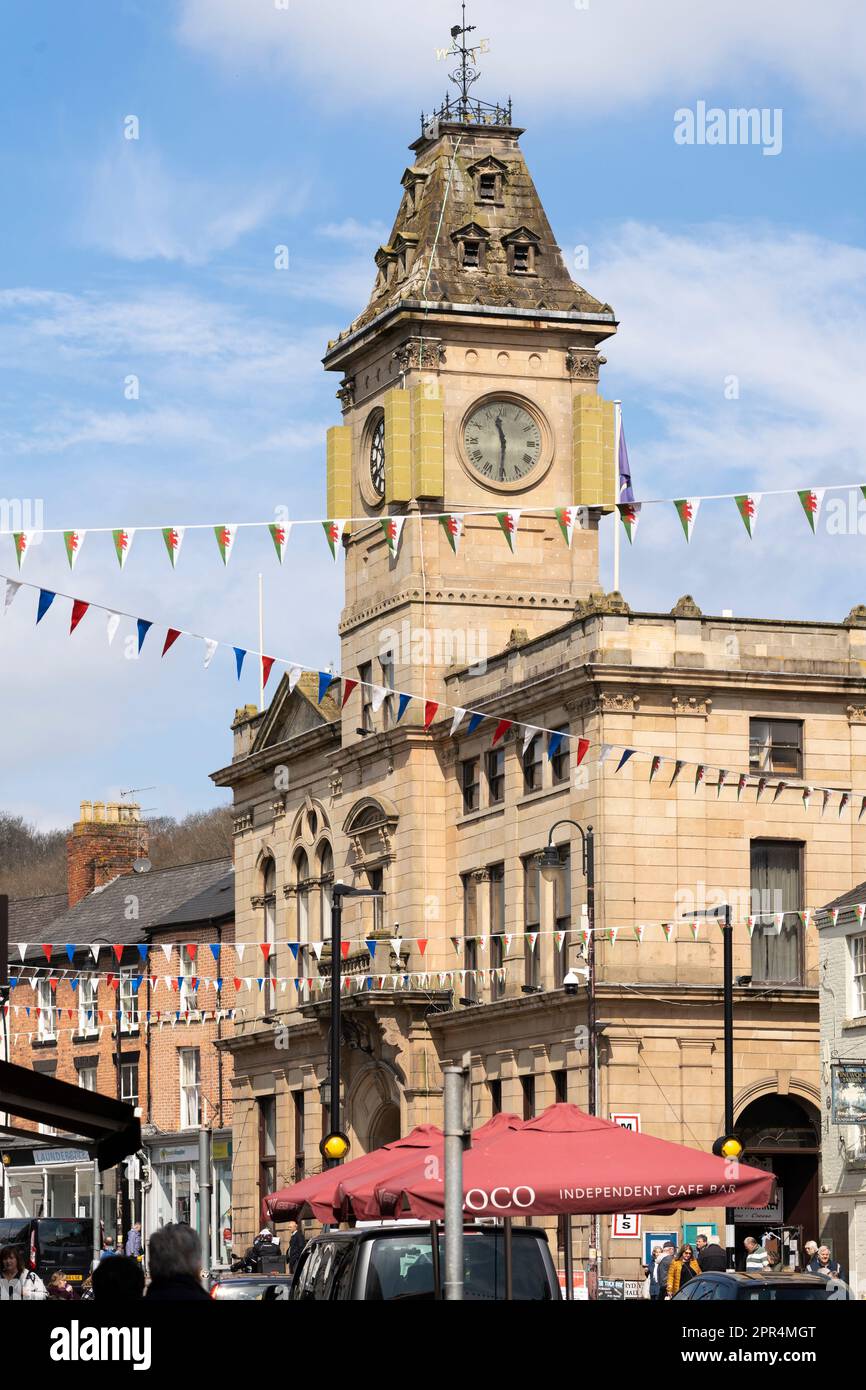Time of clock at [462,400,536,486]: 11:30
